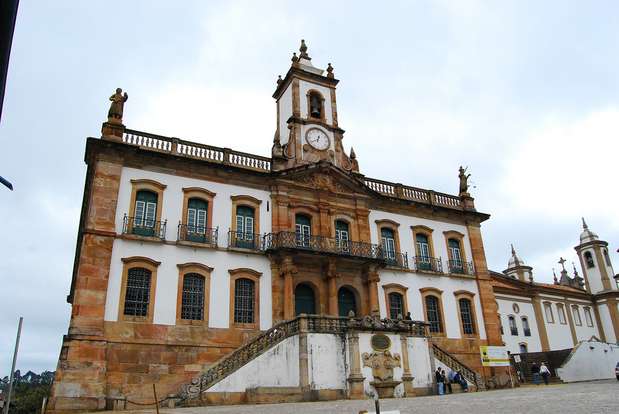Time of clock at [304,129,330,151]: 6:39
